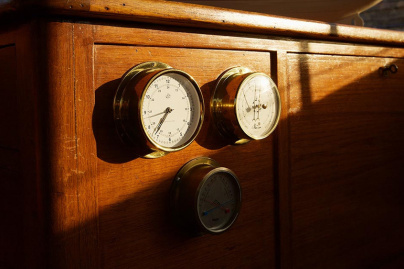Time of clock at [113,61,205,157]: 7:36
